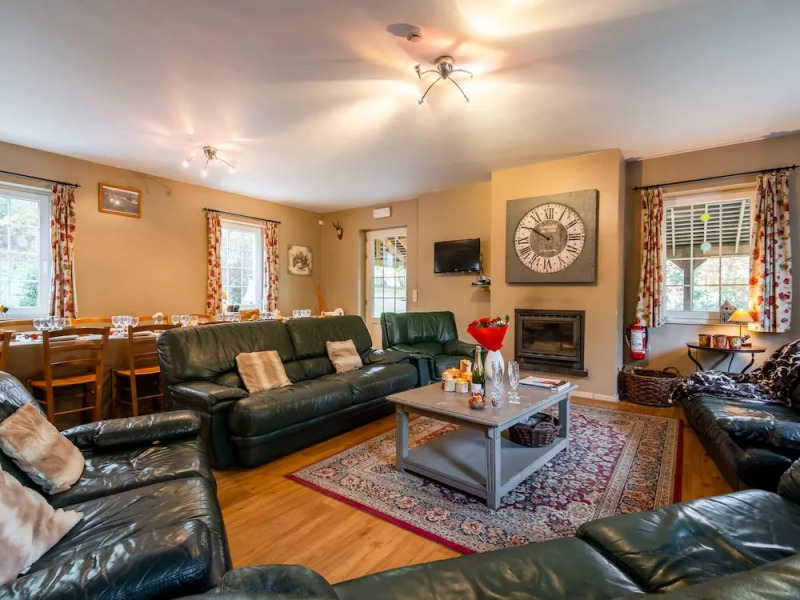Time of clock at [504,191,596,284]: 9:50
